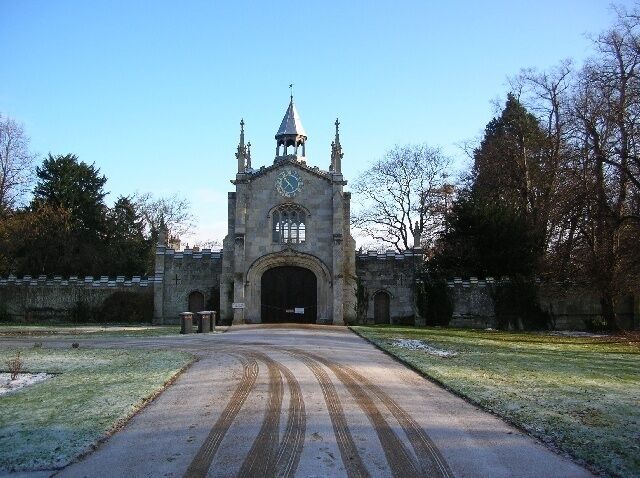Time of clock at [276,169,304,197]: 7:24
